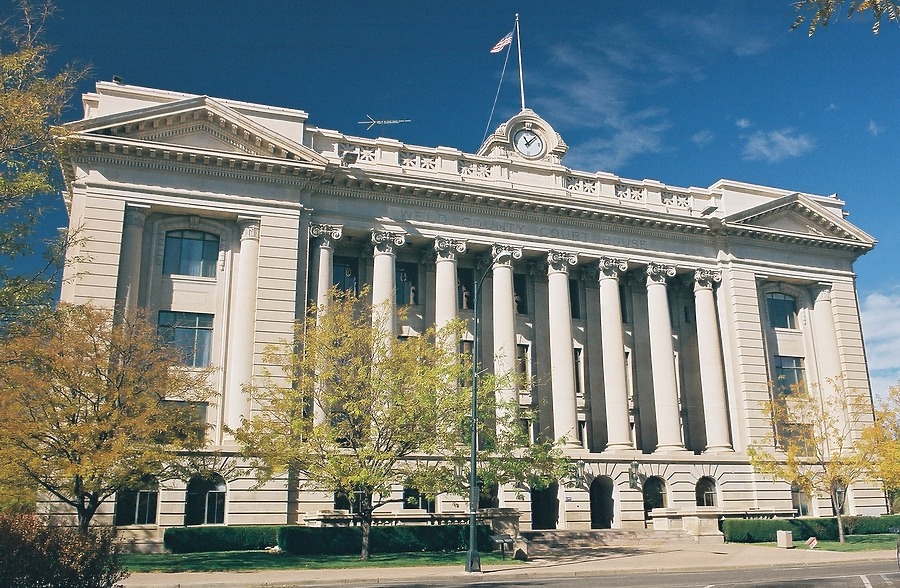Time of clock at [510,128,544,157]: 11:07
